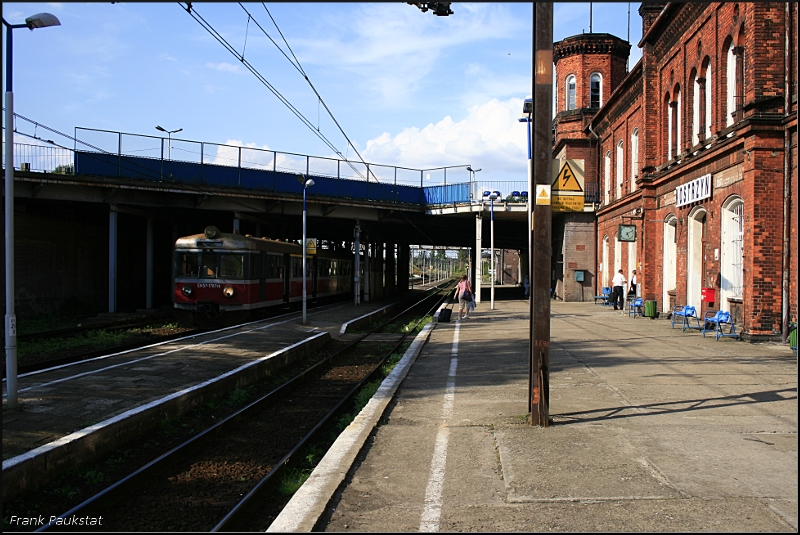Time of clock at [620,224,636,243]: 5:10
